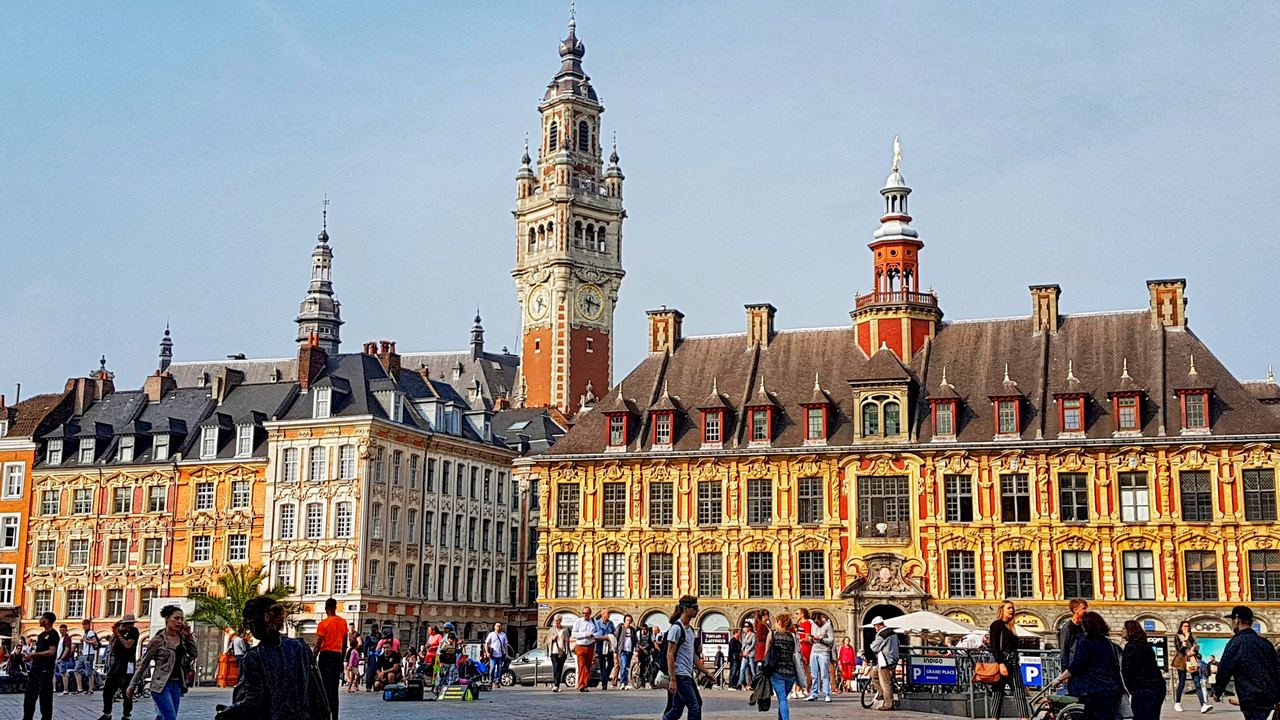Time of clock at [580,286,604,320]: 6:17
